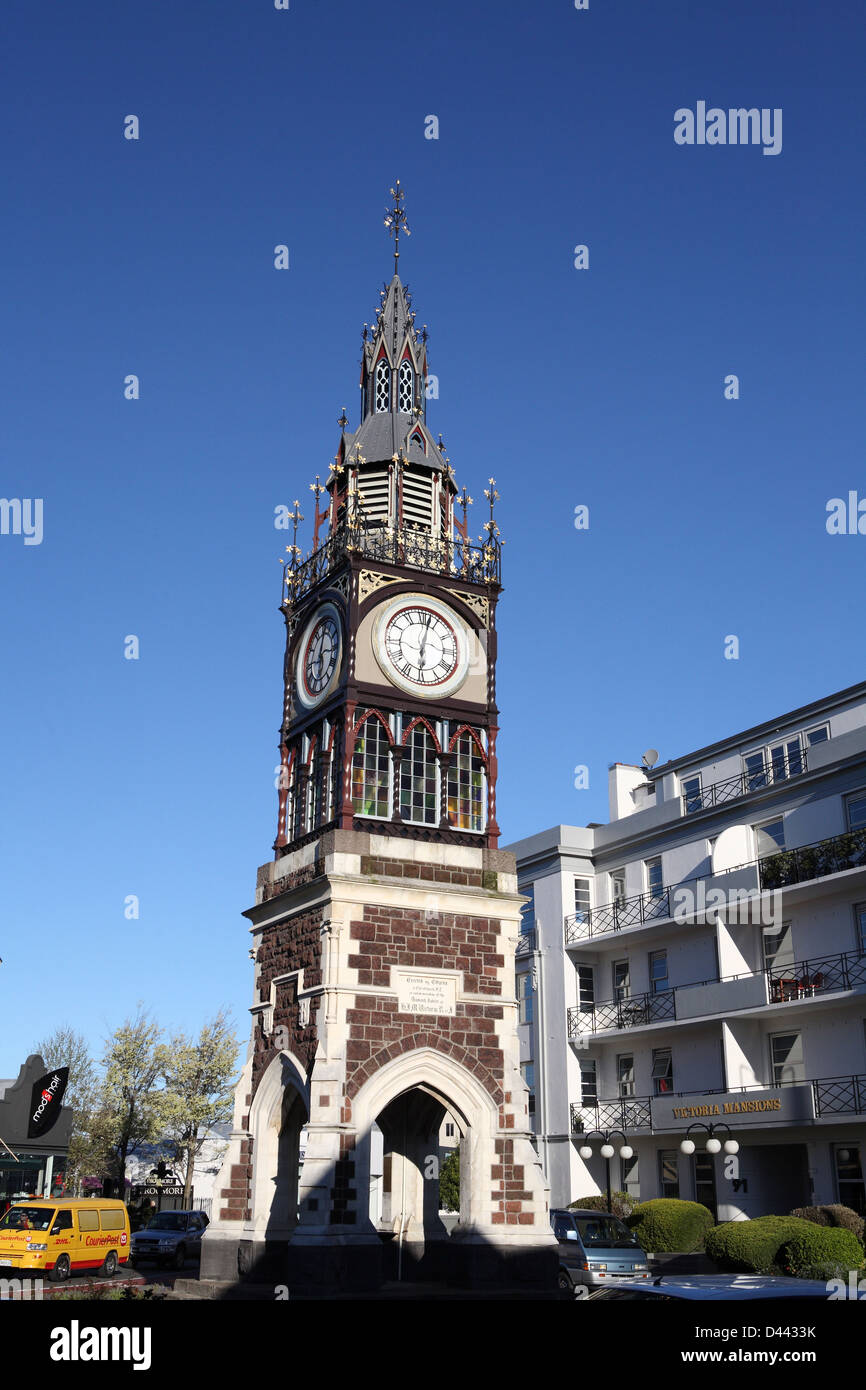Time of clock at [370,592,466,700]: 6:02
